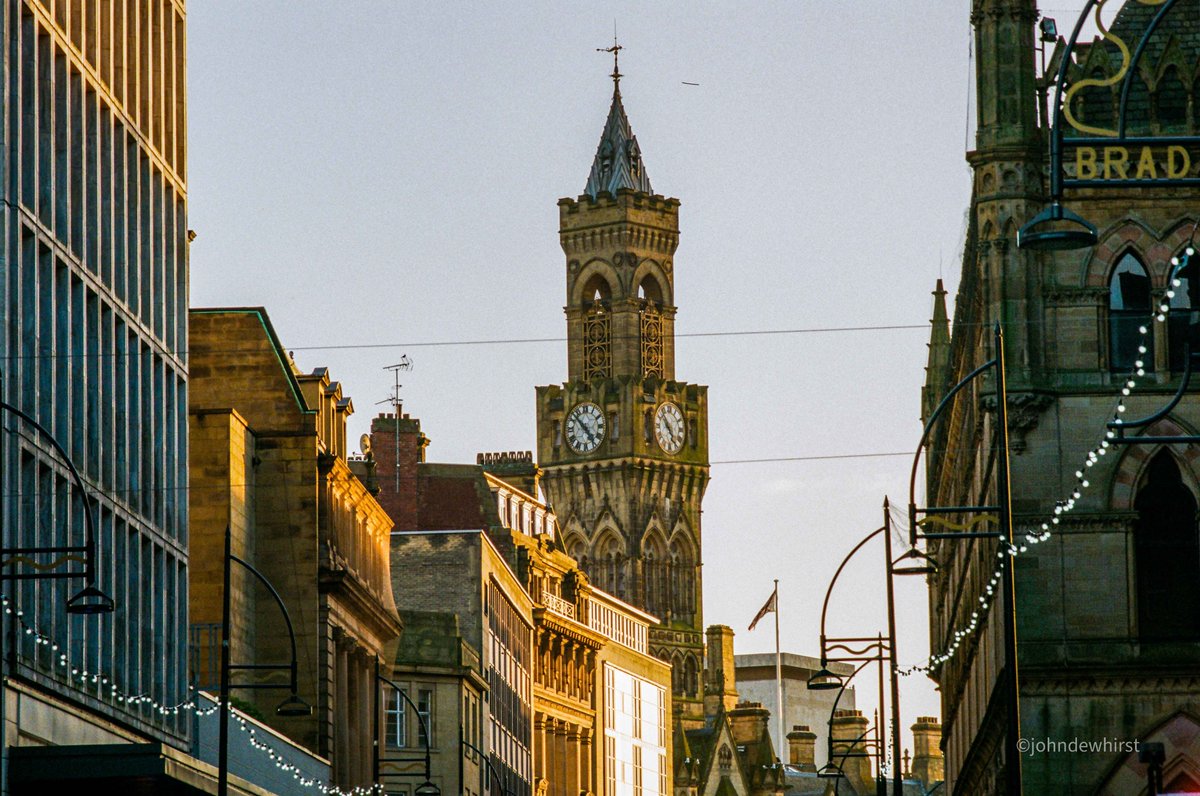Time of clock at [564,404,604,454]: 4:52
